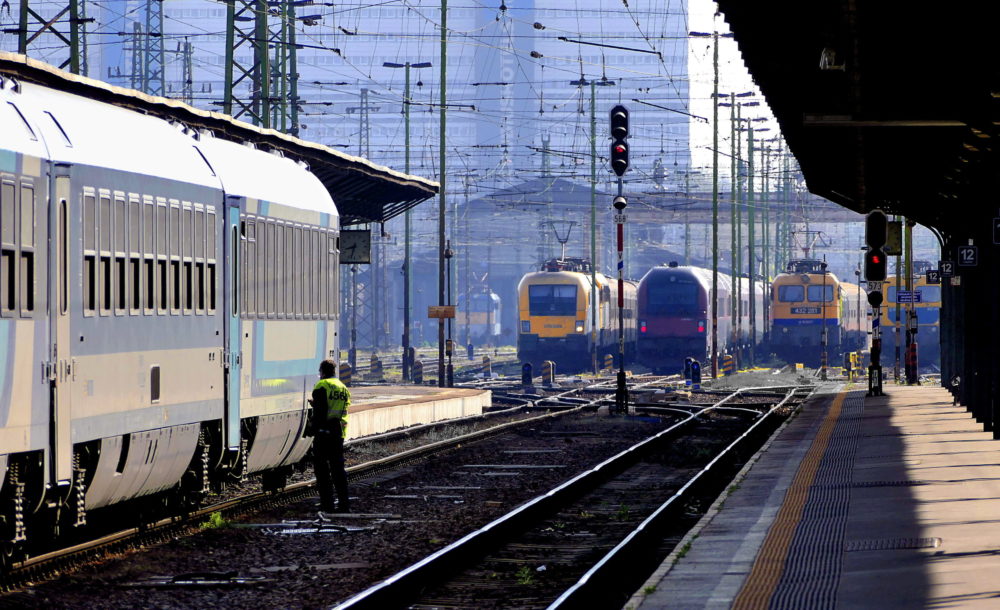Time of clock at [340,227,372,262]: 8:32
